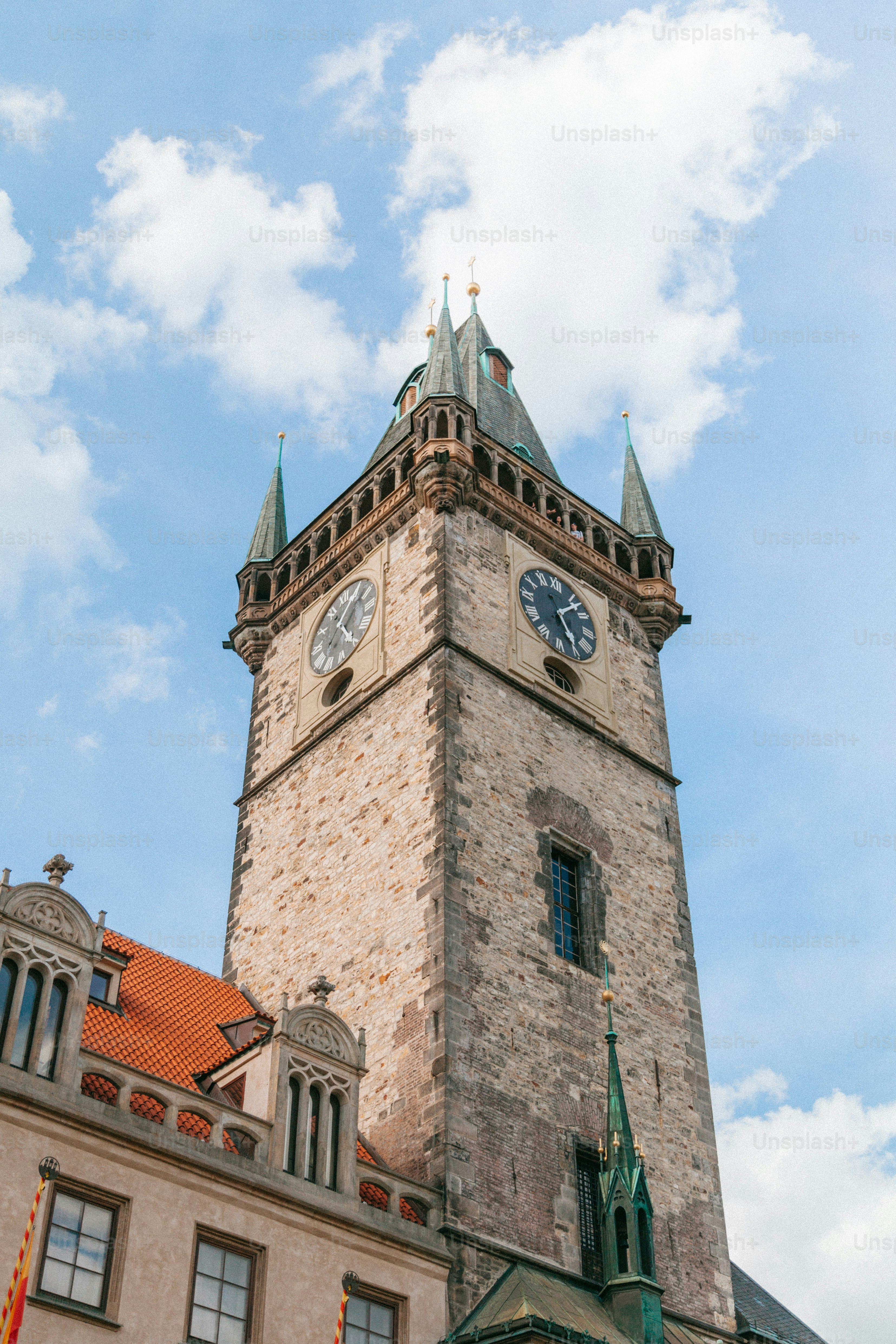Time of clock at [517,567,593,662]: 5:07
